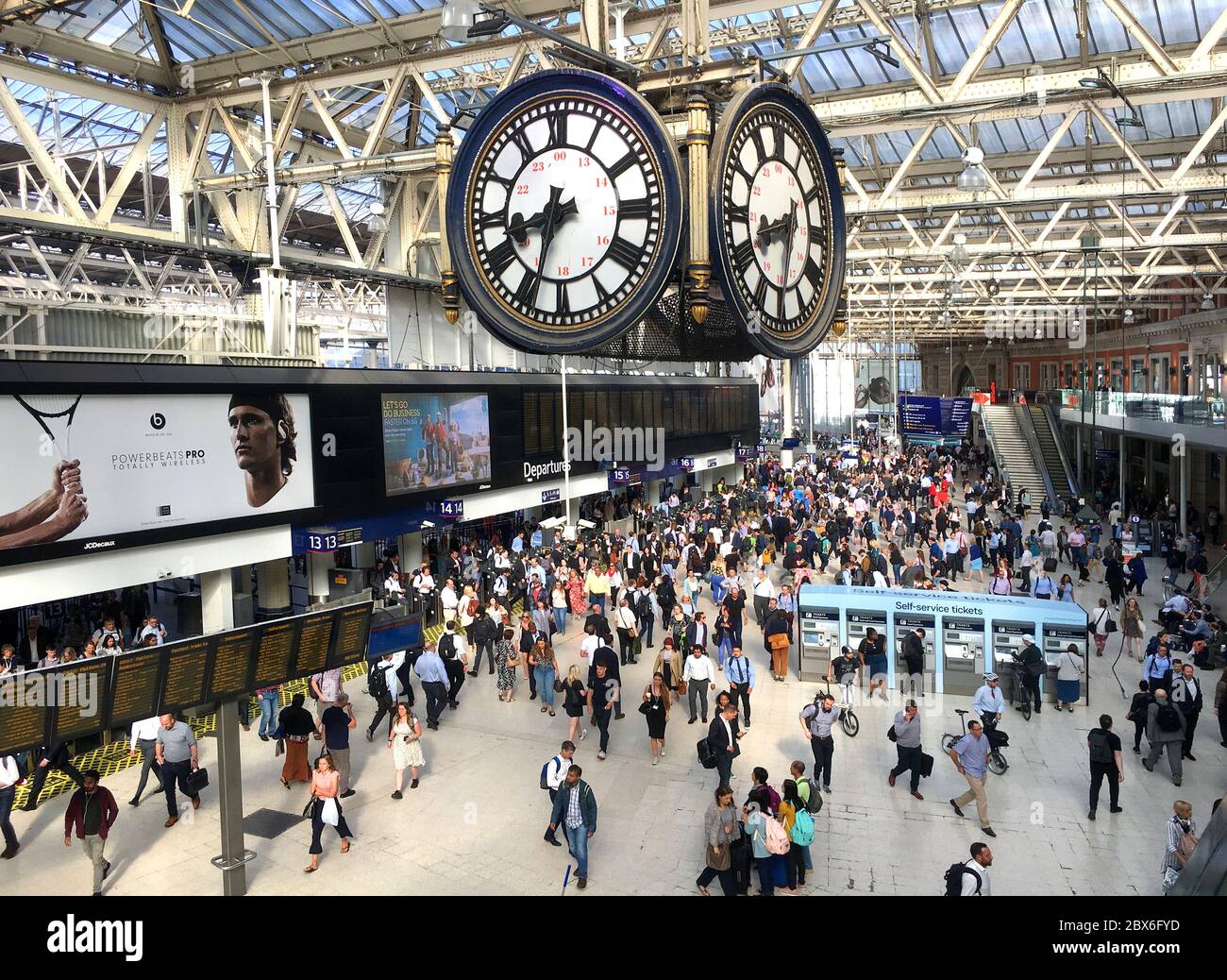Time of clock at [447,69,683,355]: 8:33
